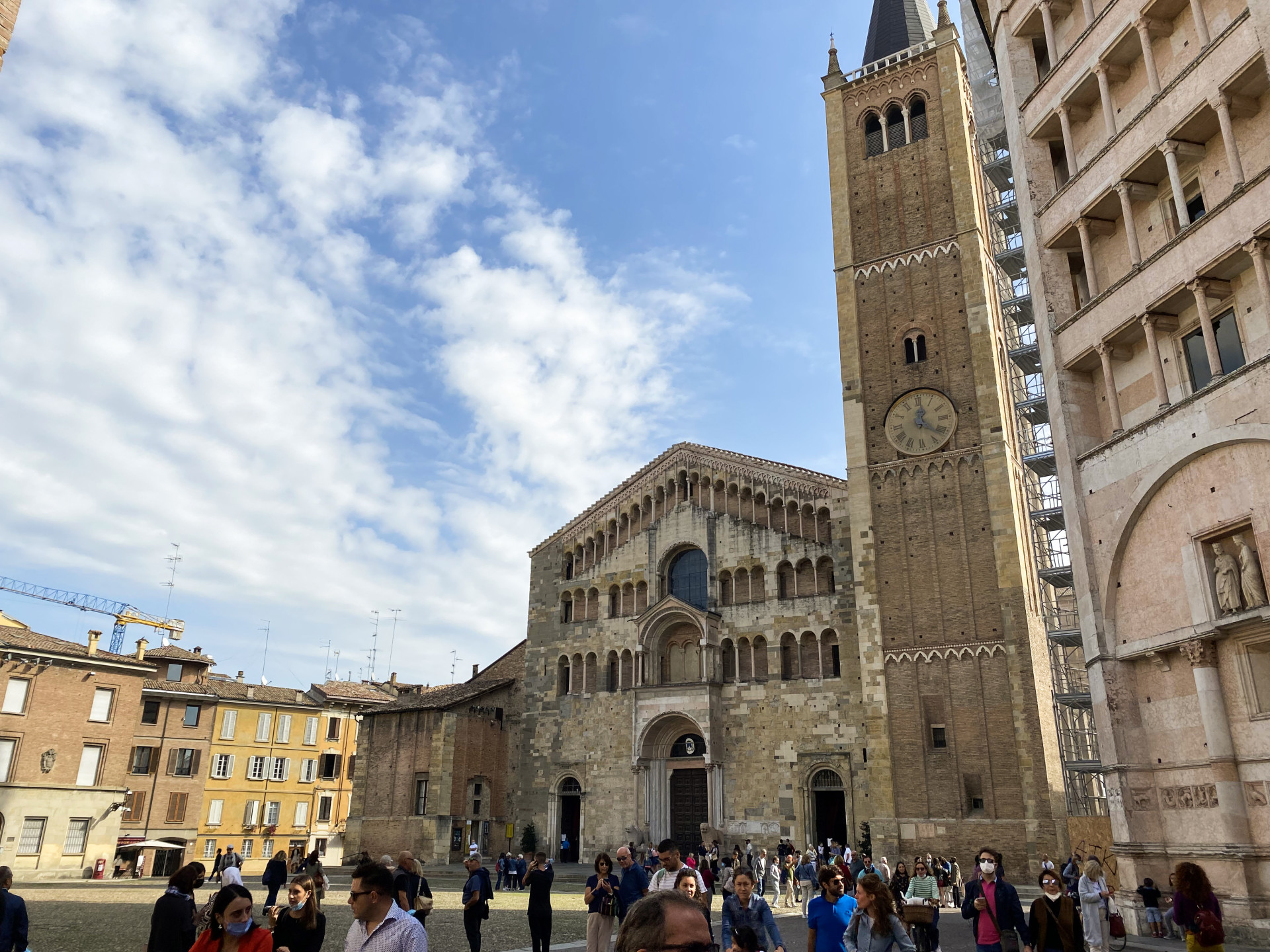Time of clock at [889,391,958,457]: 12:21
